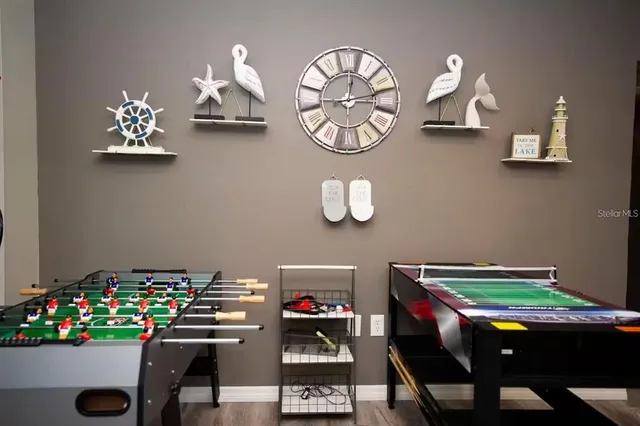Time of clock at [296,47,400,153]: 12:13
